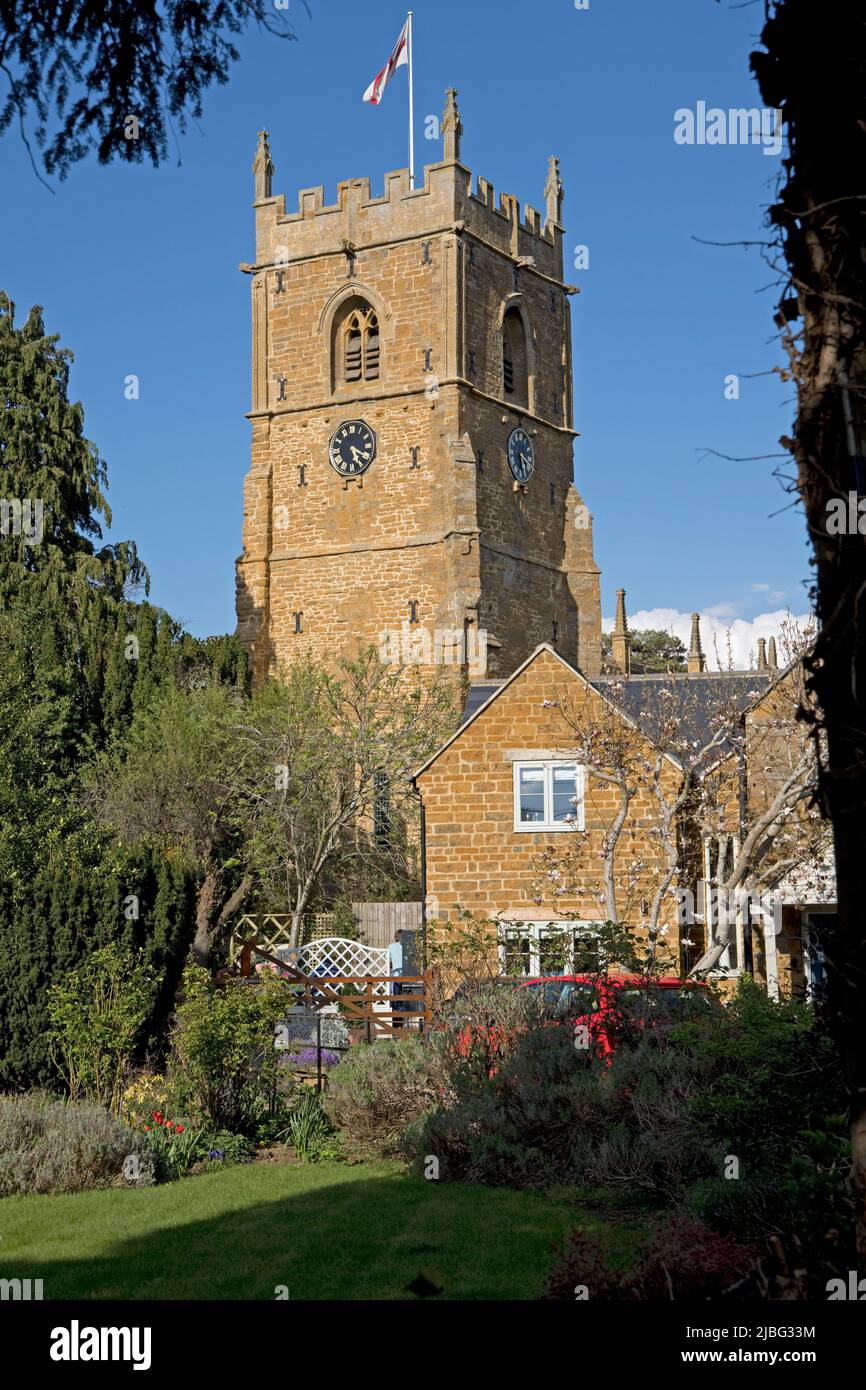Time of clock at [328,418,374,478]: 5:19
